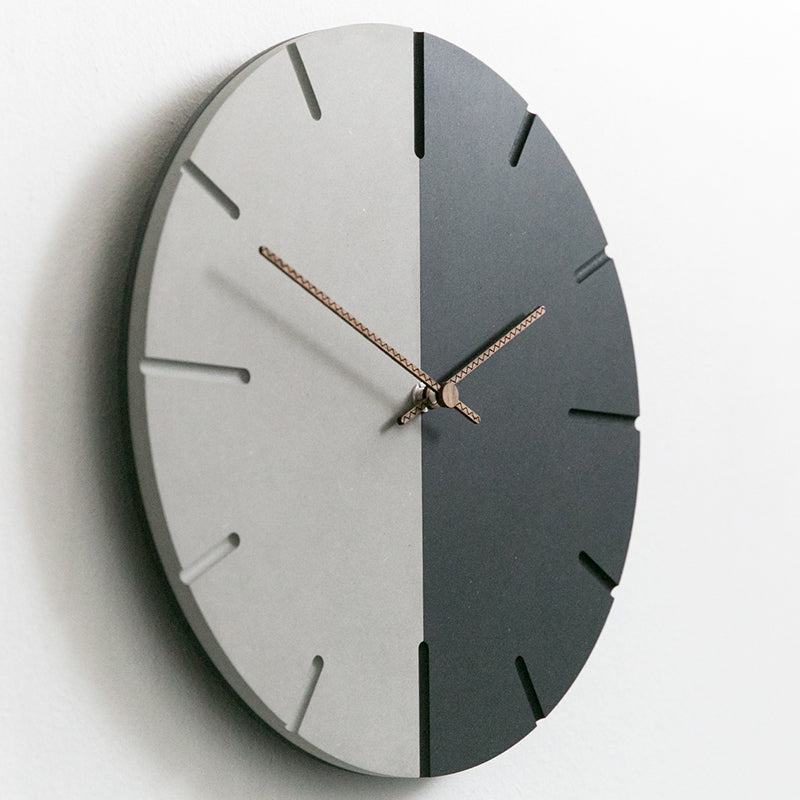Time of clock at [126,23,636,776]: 1:59
